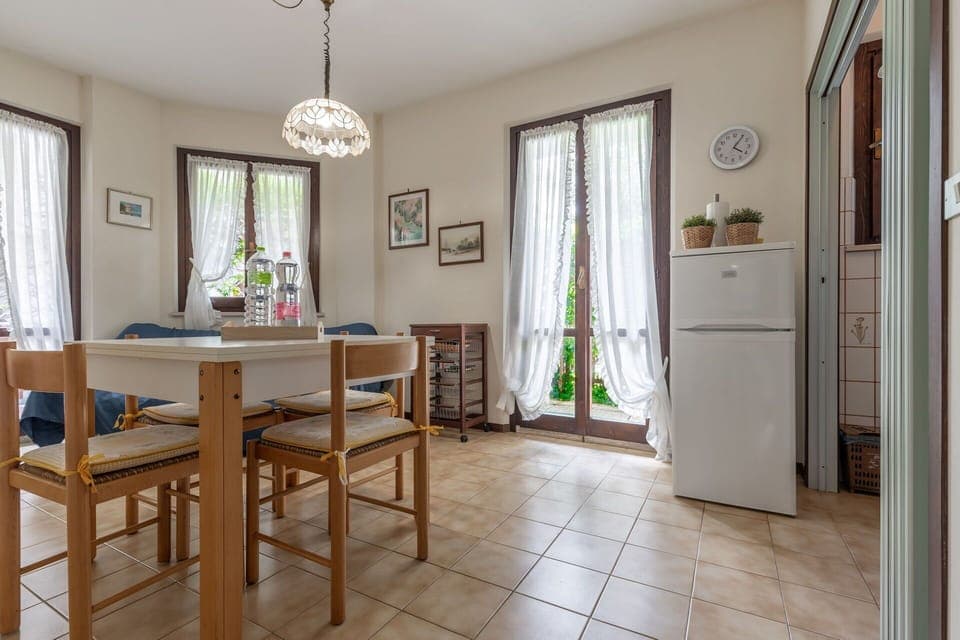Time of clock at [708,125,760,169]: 4:05
